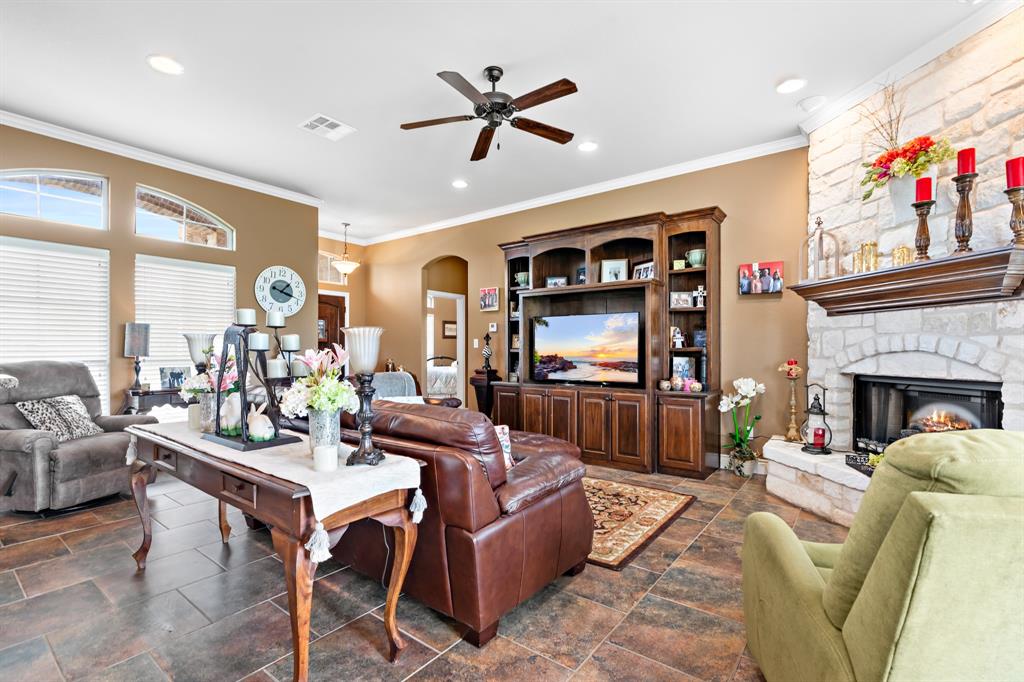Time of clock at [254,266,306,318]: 1:18
